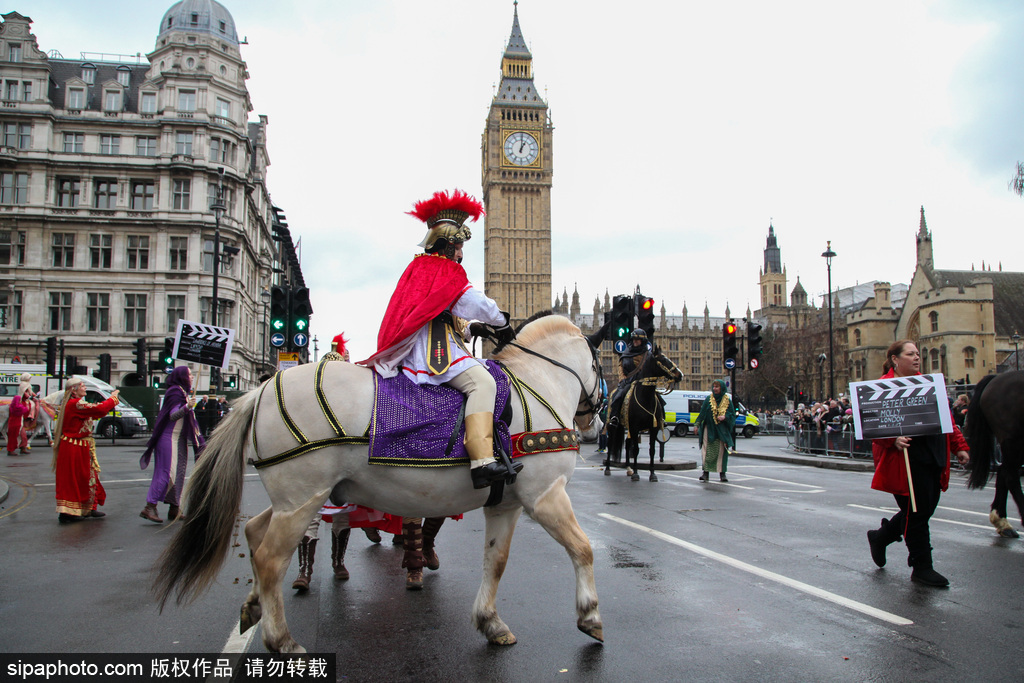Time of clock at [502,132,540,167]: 1:01
